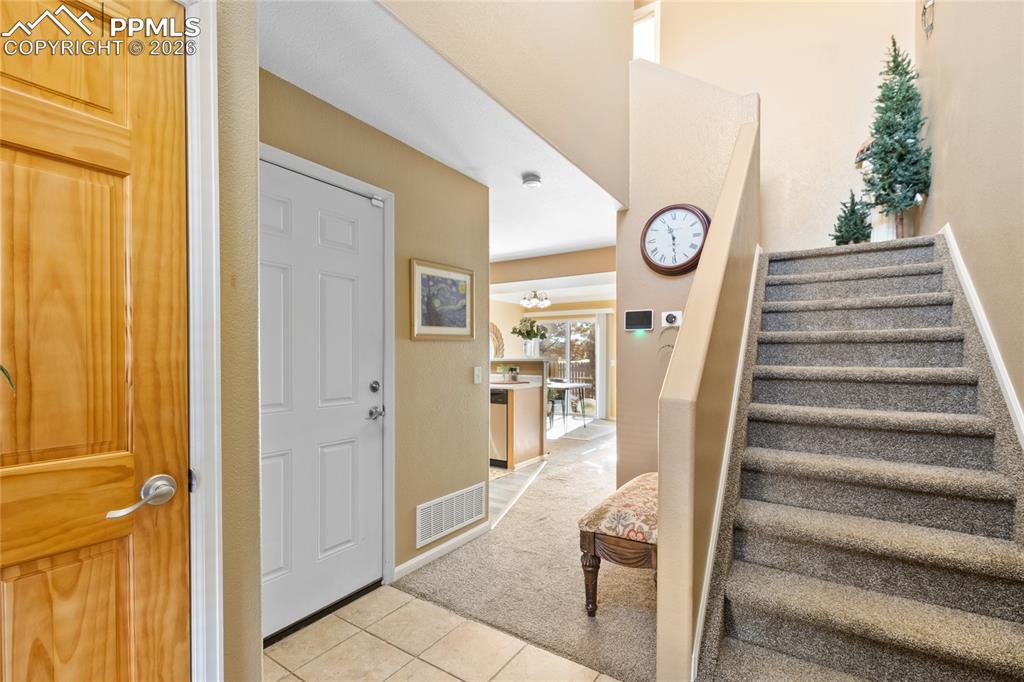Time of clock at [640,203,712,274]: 11:29
